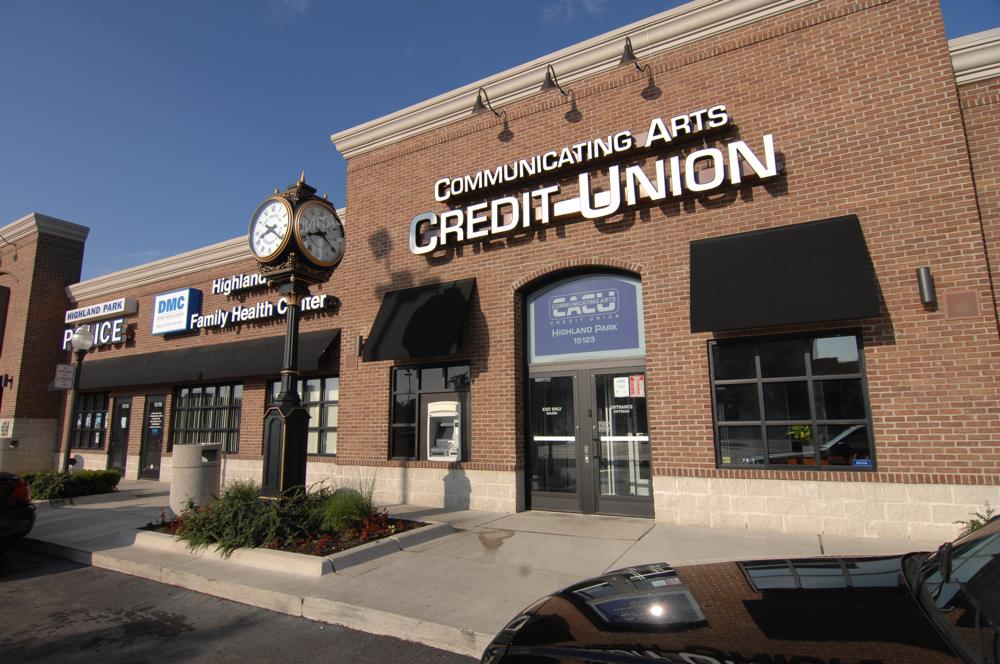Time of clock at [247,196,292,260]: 8:21
